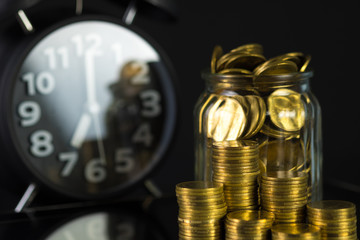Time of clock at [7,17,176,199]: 6:00
